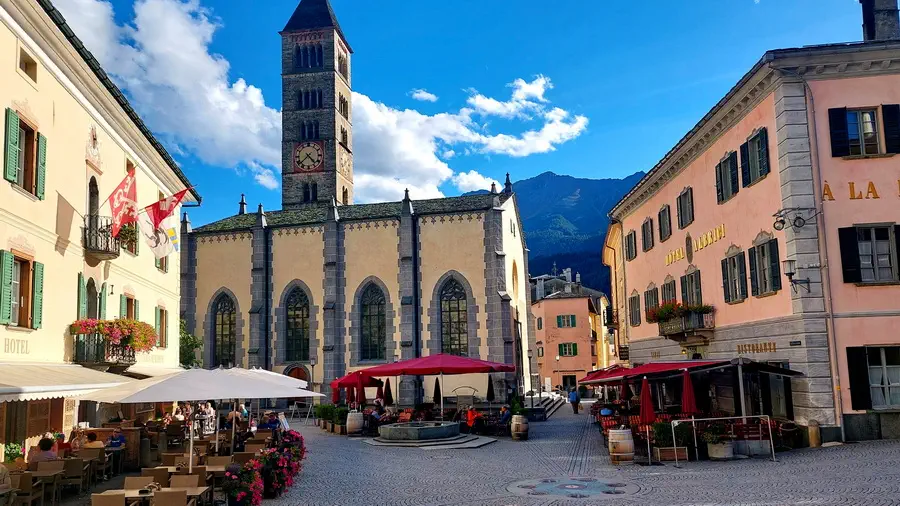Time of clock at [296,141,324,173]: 4:38
